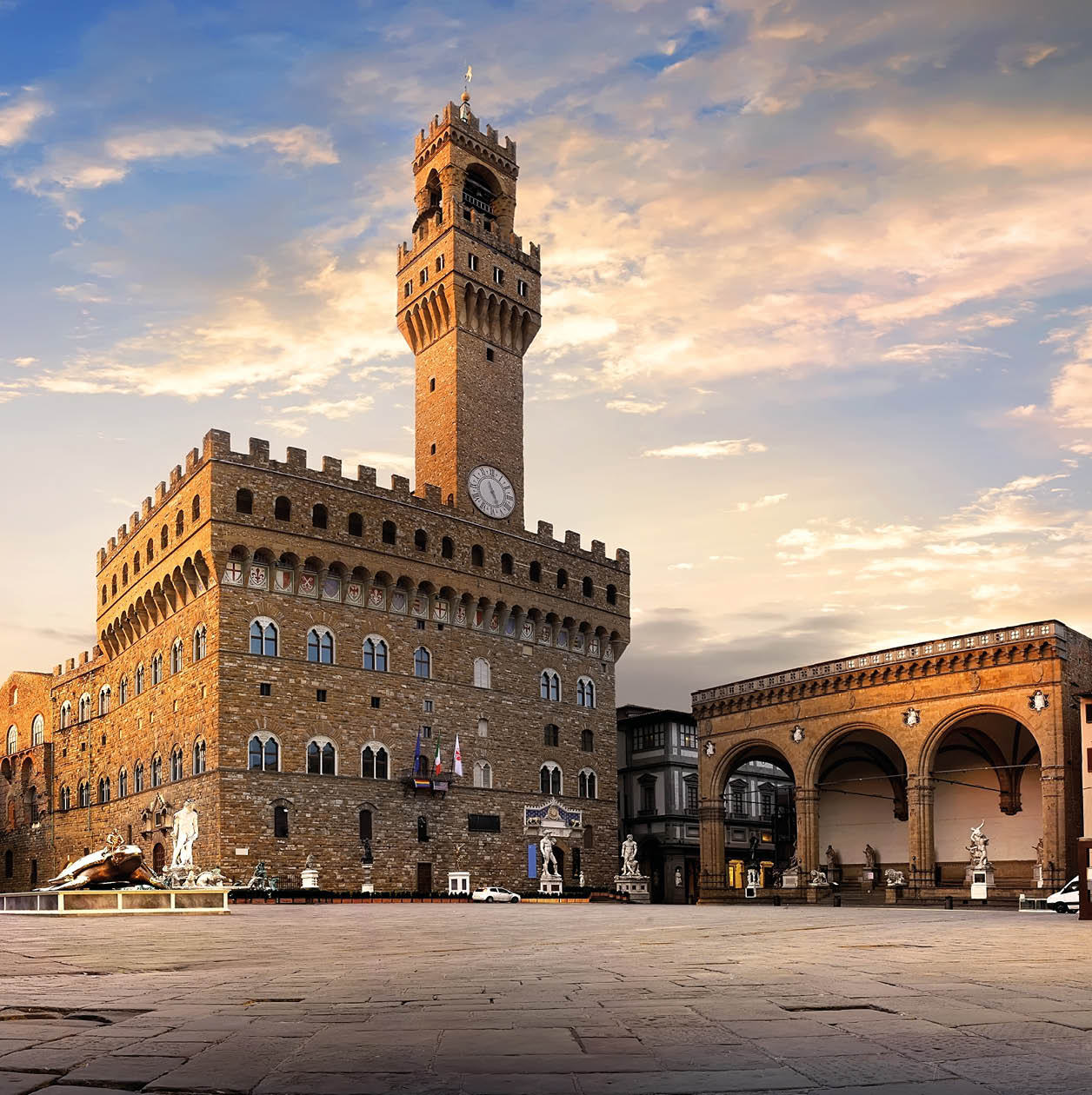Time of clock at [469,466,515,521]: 11:26
